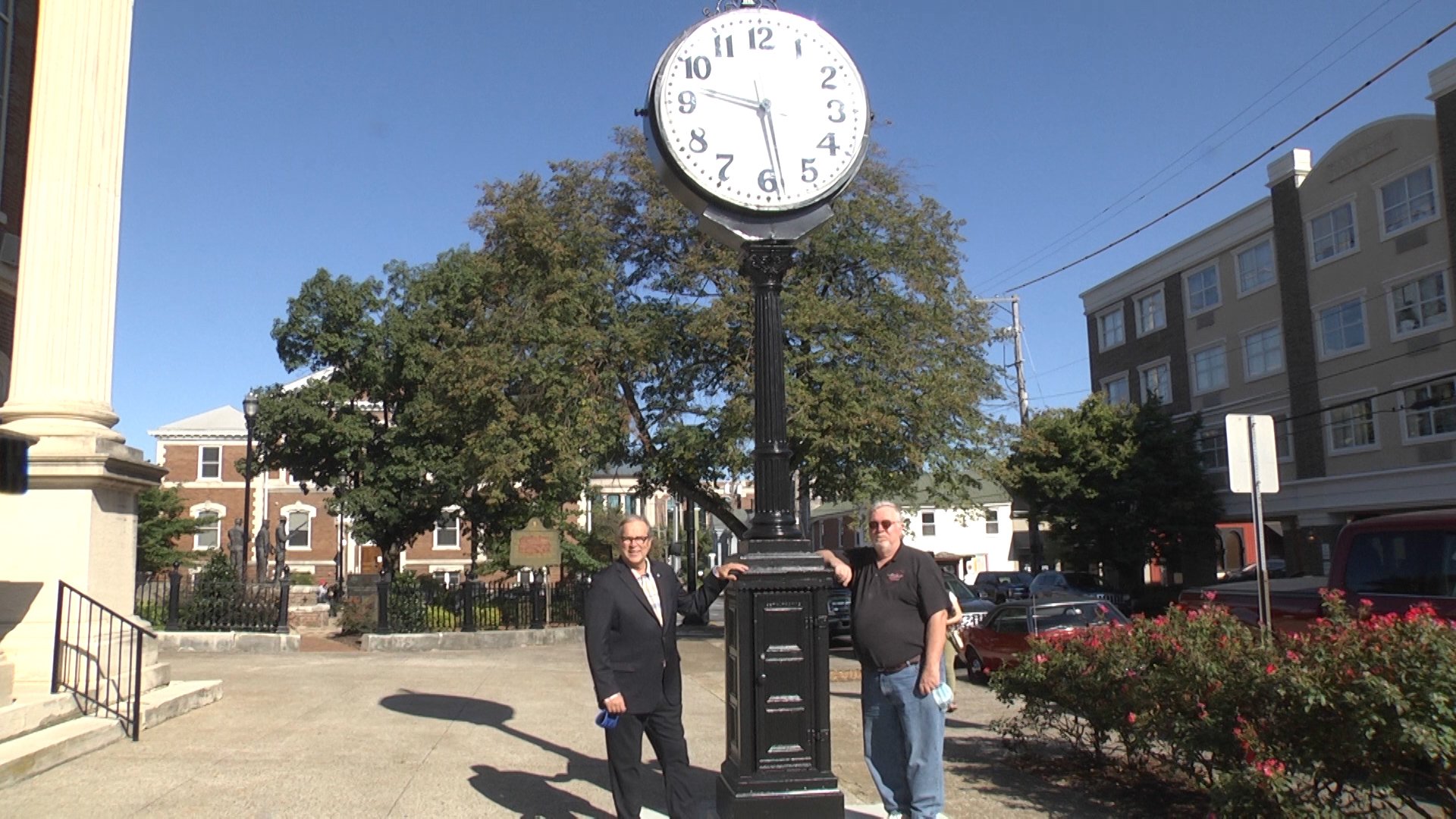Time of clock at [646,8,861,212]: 9:28
